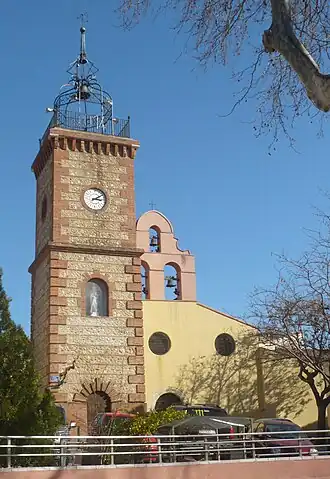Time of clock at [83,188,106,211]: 3:09
